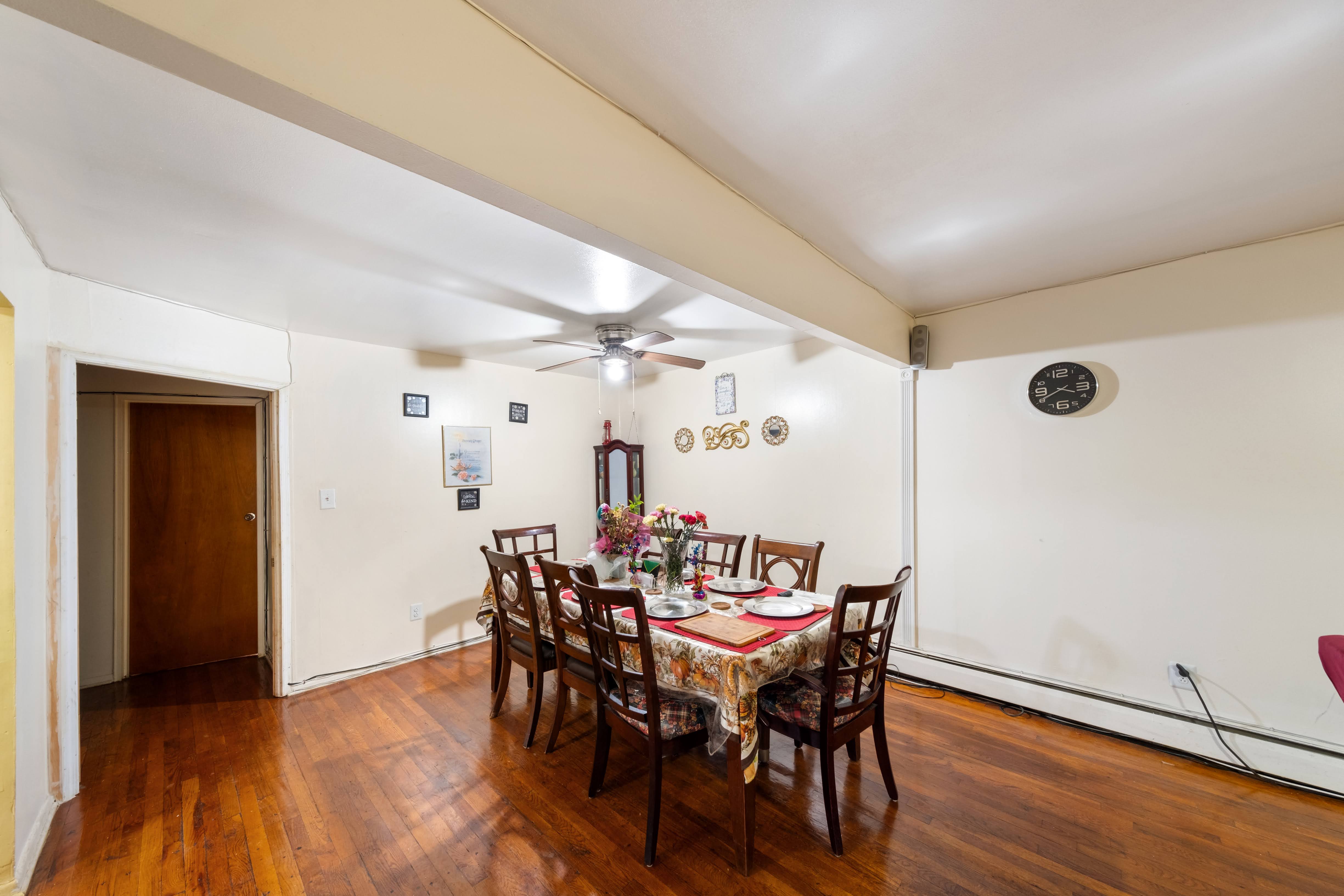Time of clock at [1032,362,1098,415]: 3:40
